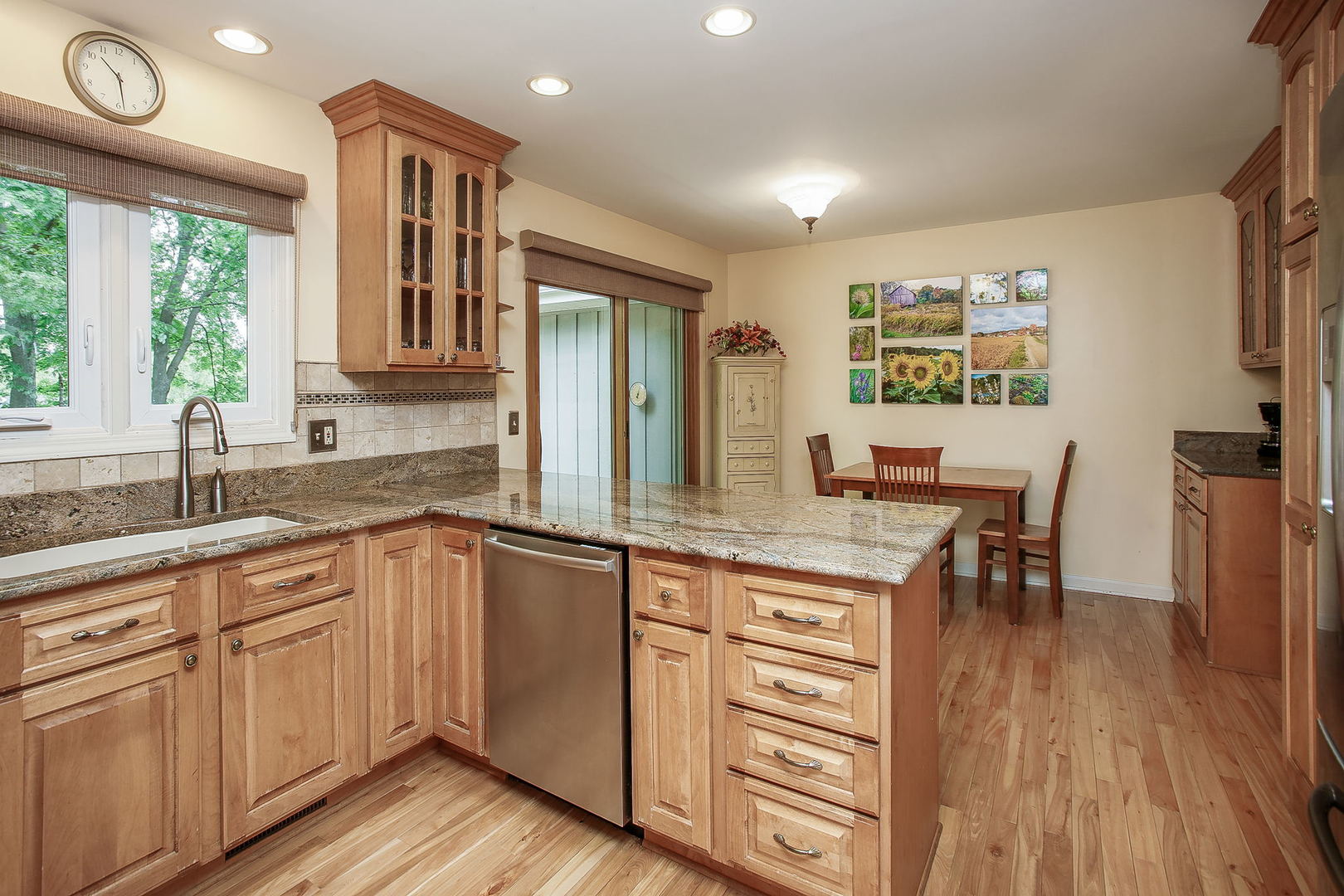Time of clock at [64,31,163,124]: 10:28
